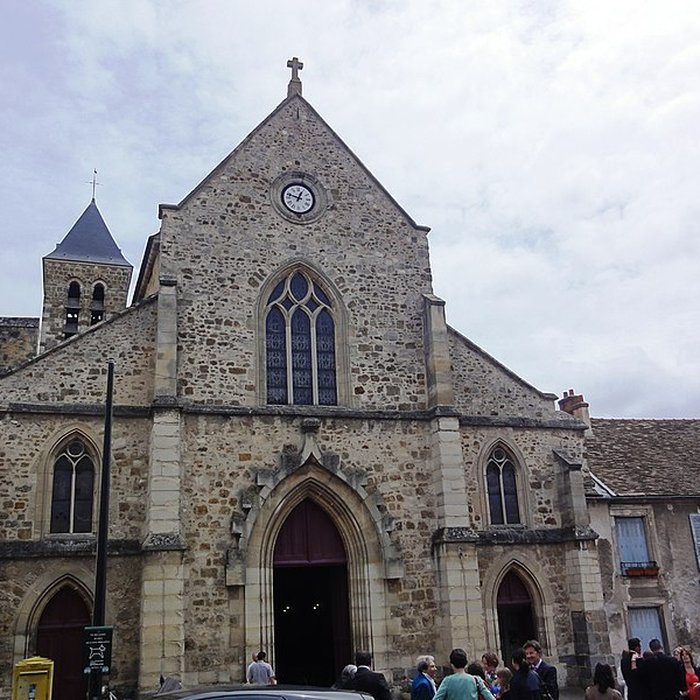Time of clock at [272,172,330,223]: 12:47
